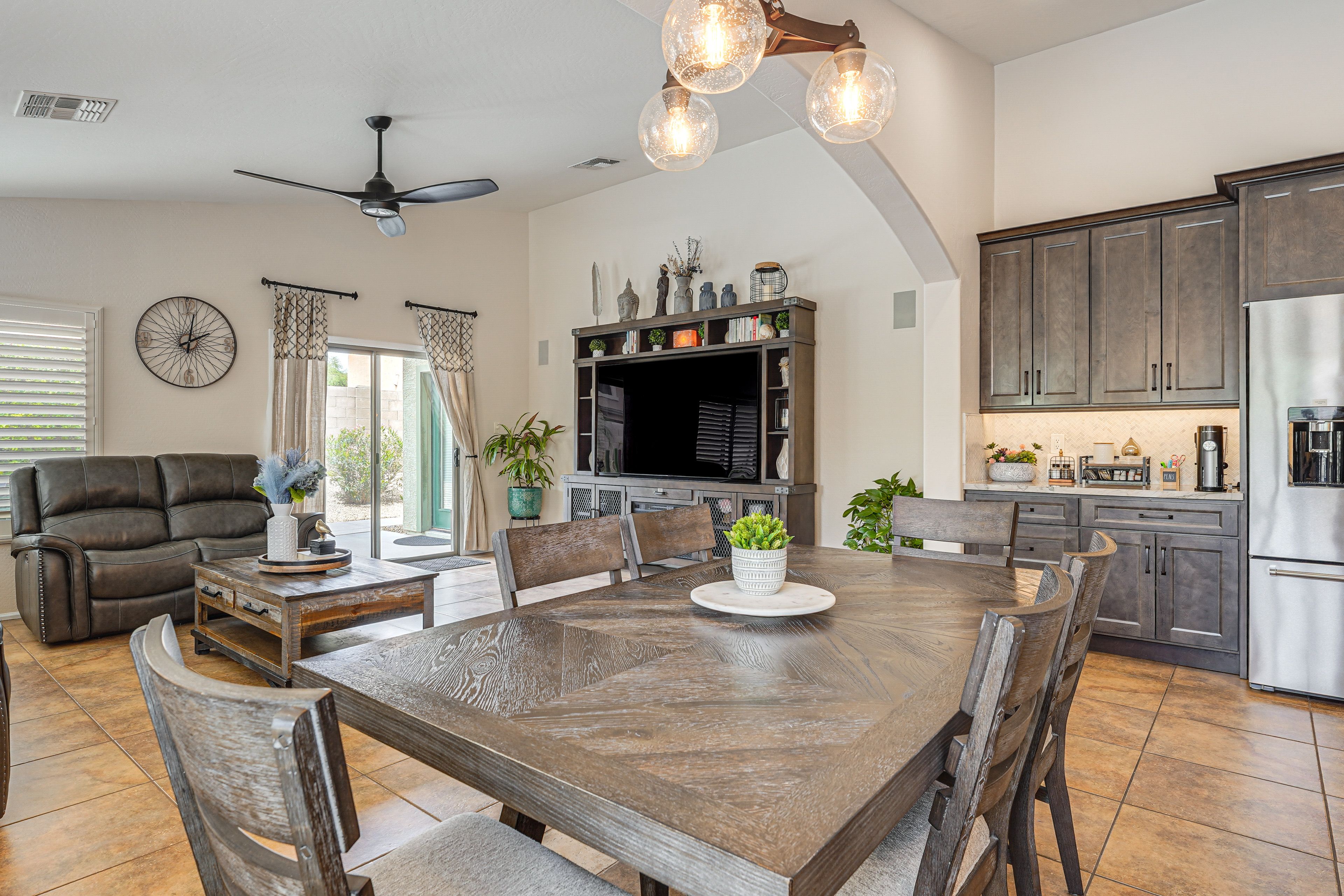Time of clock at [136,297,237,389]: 2:02
